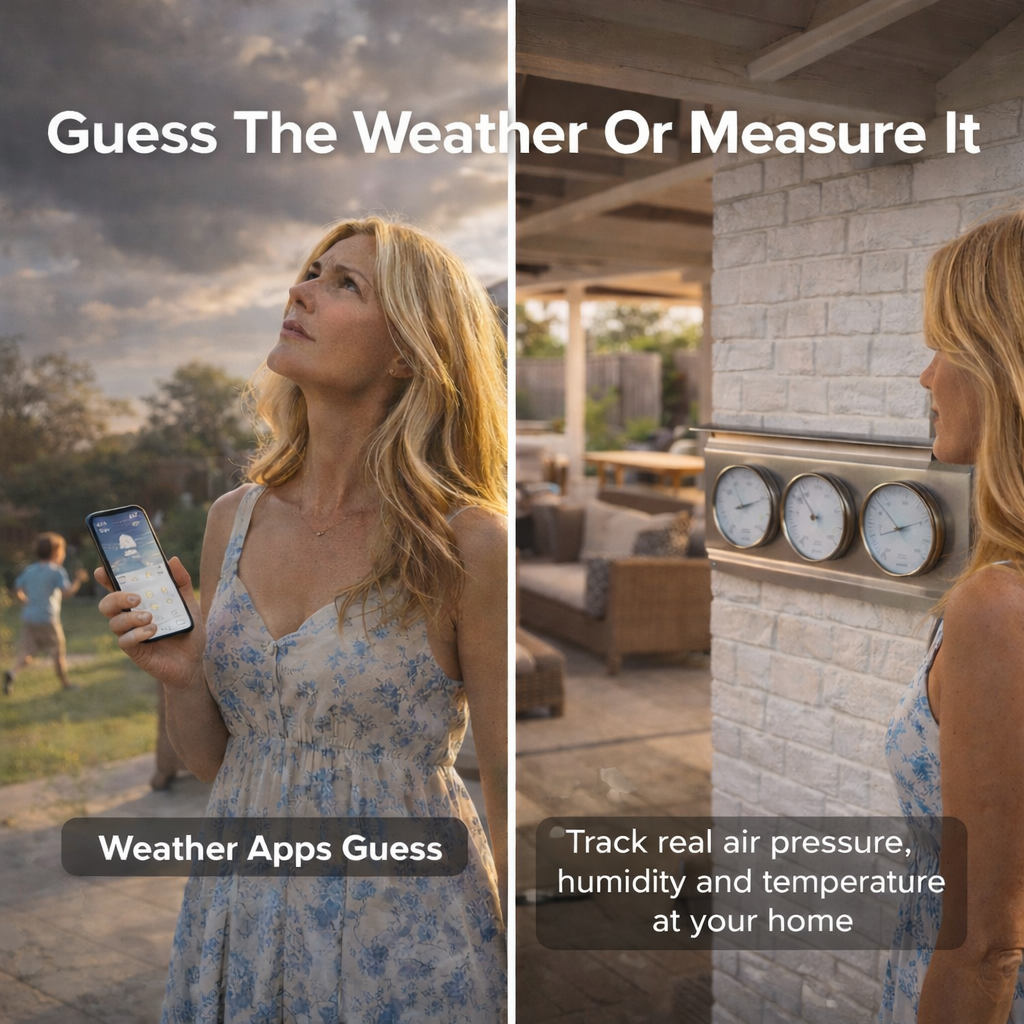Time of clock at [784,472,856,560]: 8:53
